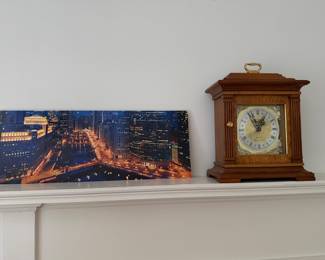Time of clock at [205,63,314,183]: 12:55
